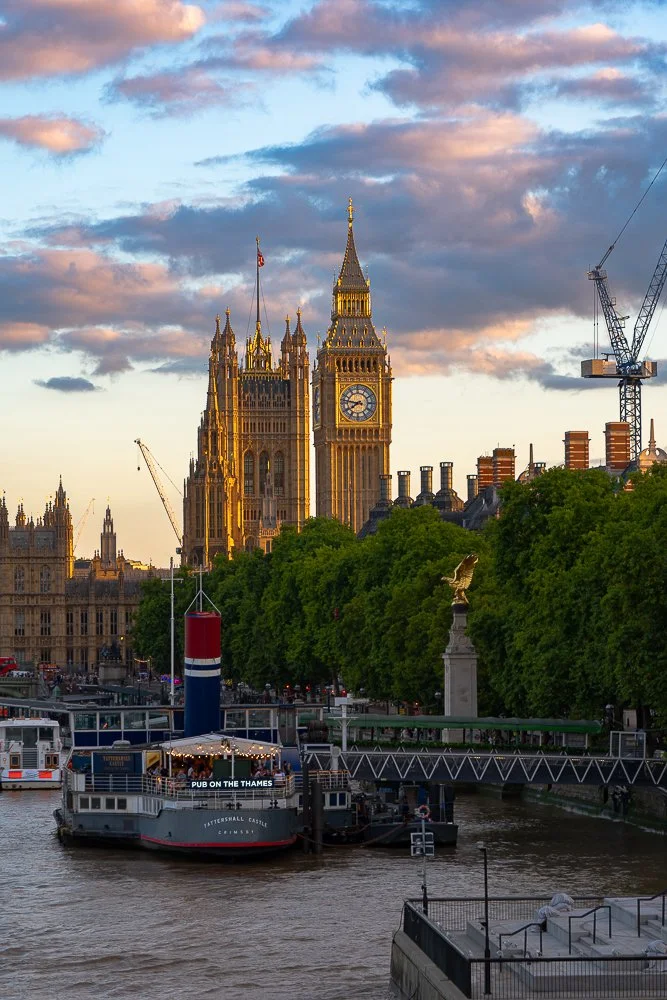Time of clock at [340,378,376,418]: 7:46
